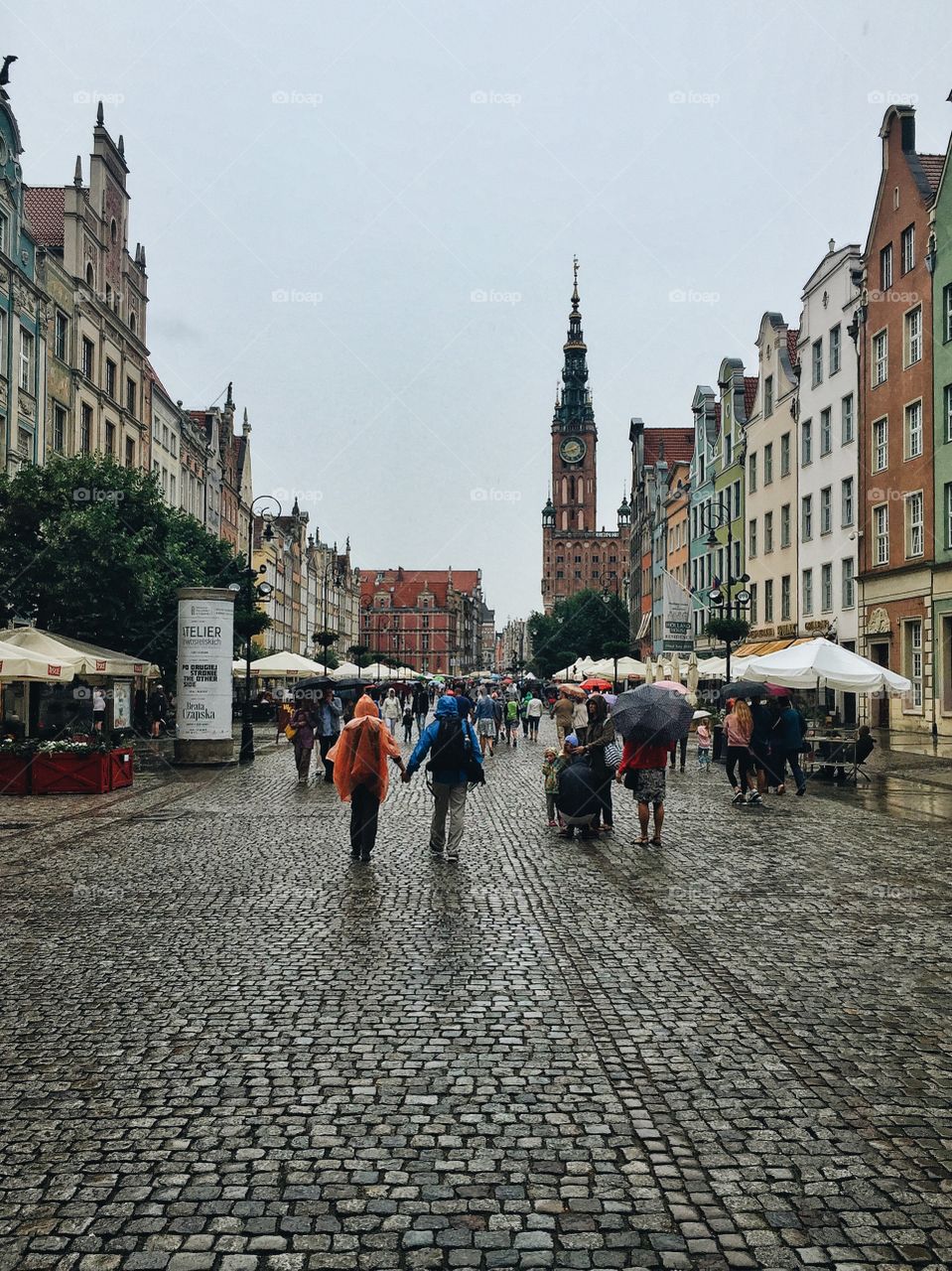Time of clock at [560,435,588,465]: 1:42
